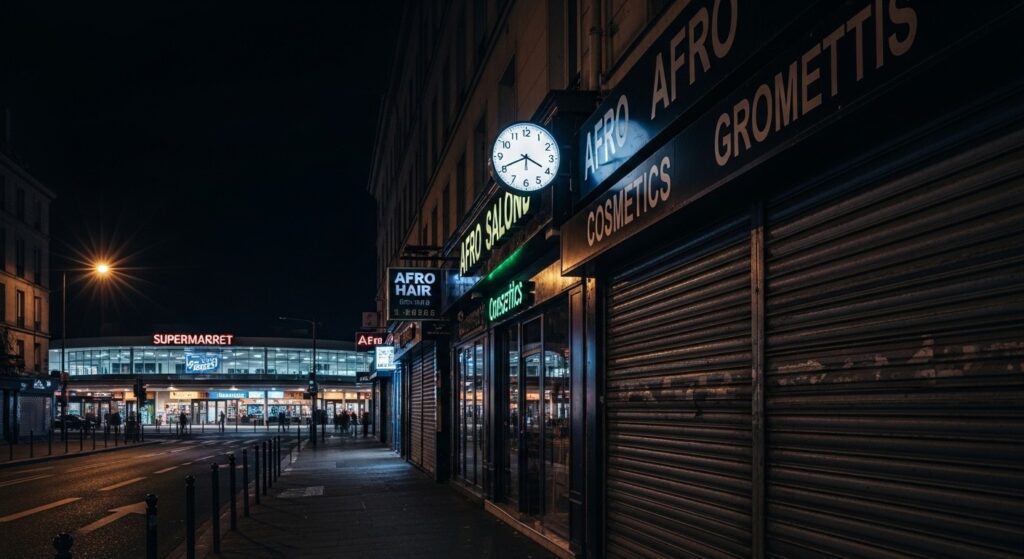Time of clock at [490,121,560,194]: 3:40
